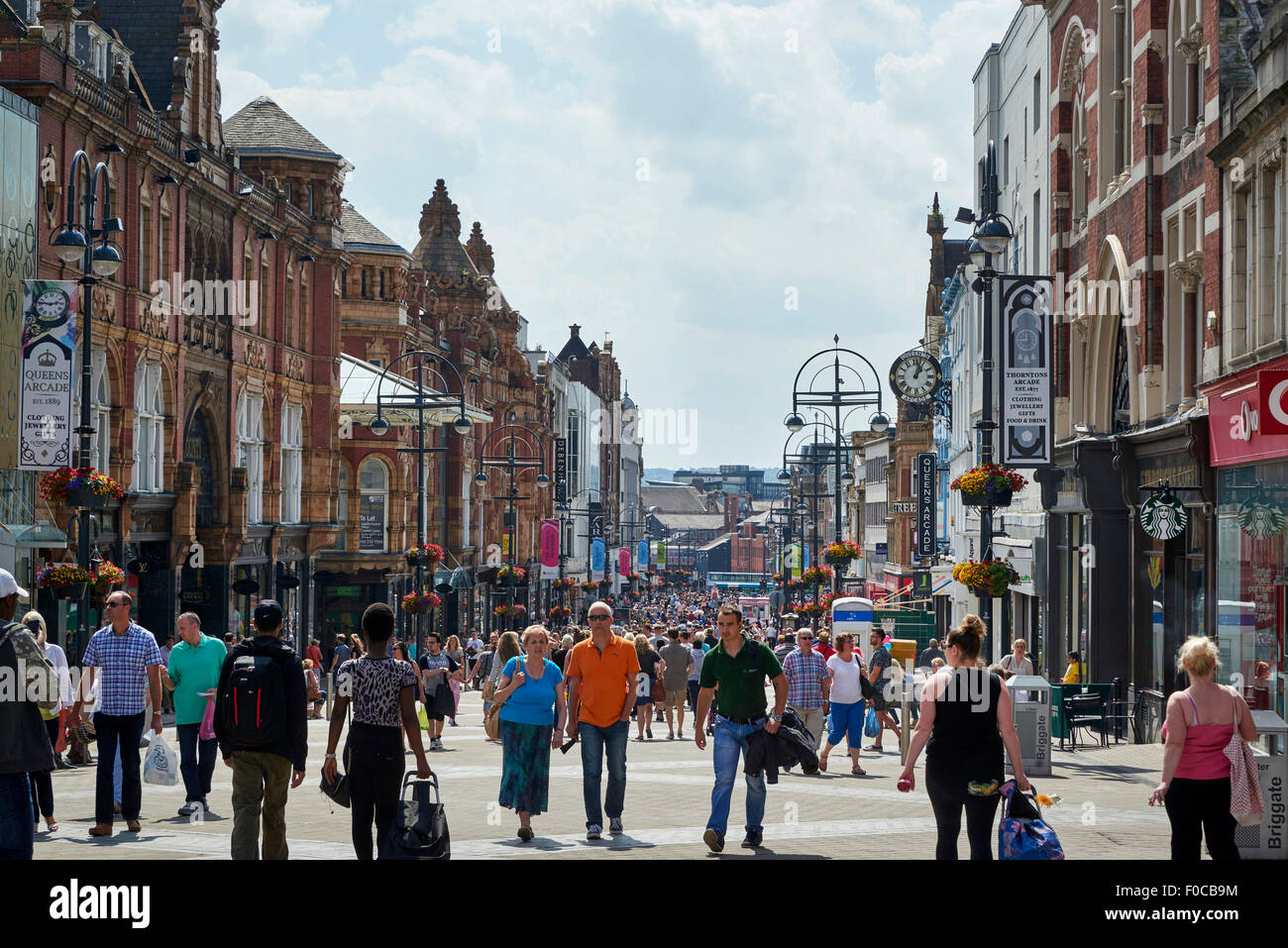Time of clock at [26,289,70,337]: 2:46
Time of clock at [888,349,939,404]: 1:02
